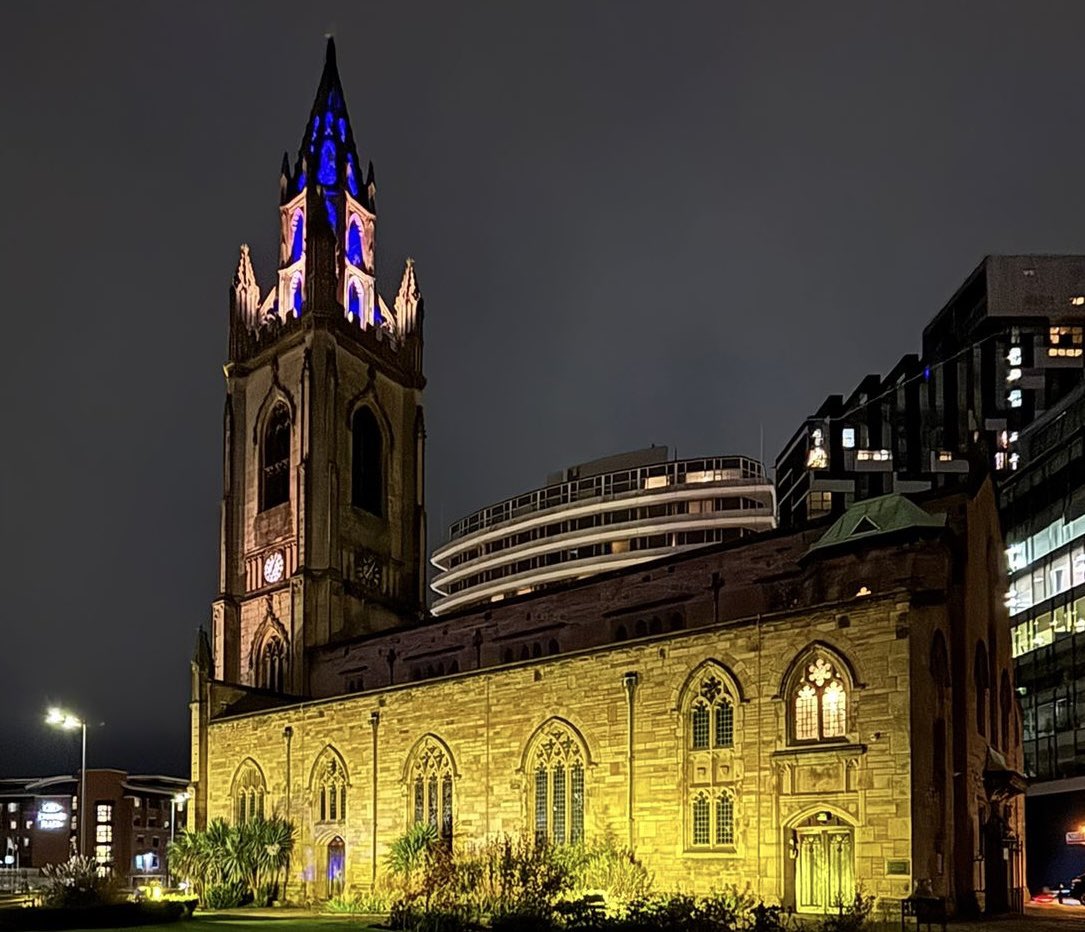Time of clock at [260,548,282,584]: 7:04
